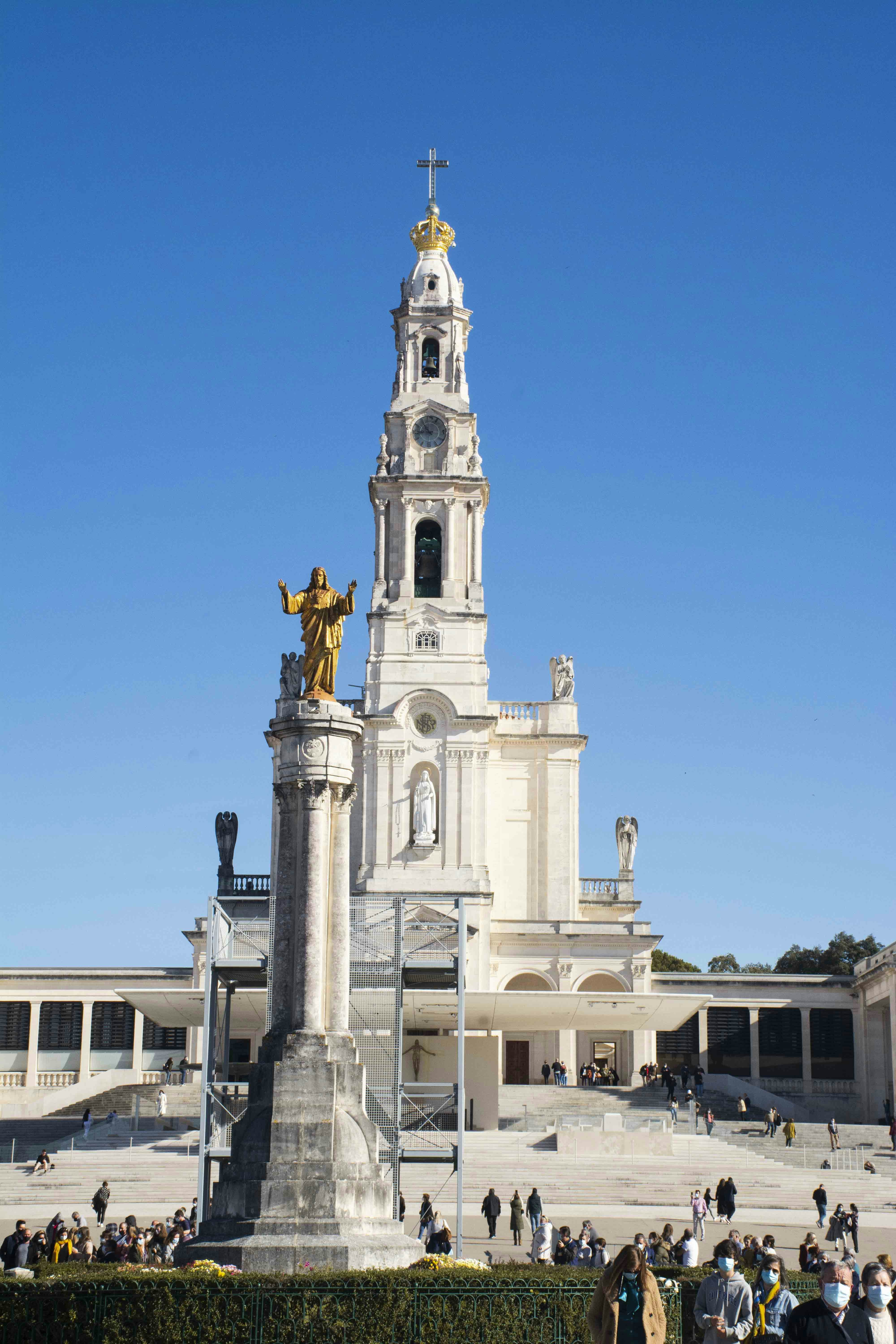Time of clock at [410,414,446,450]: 8:54
